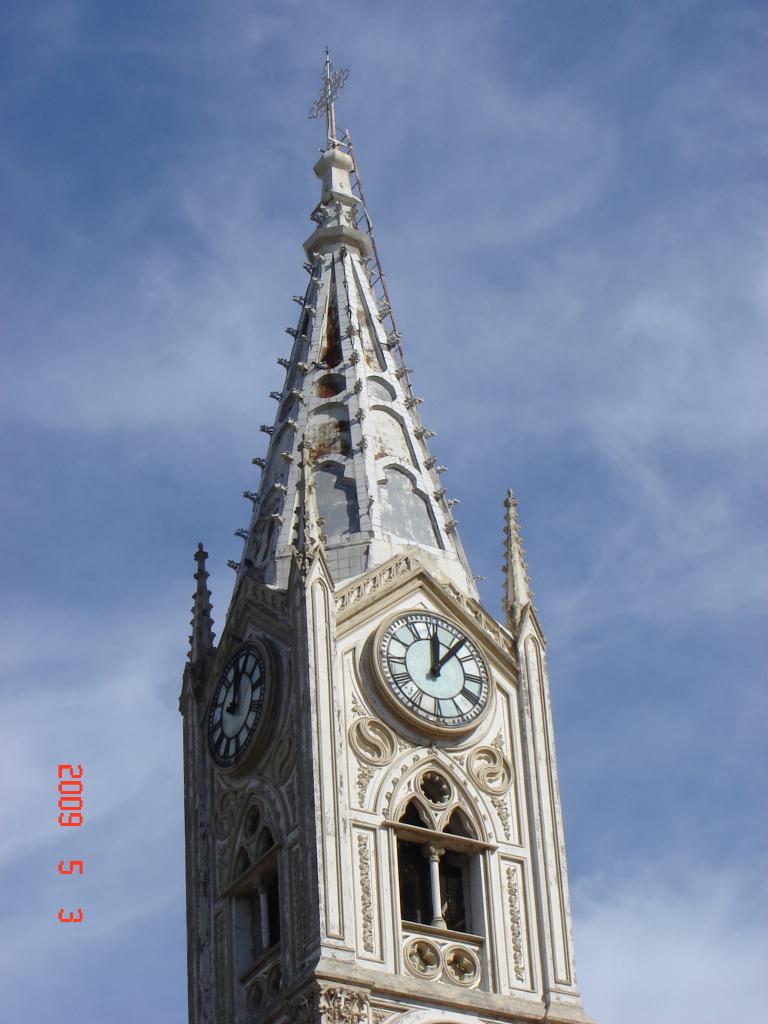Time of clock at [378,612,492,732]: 12:07
